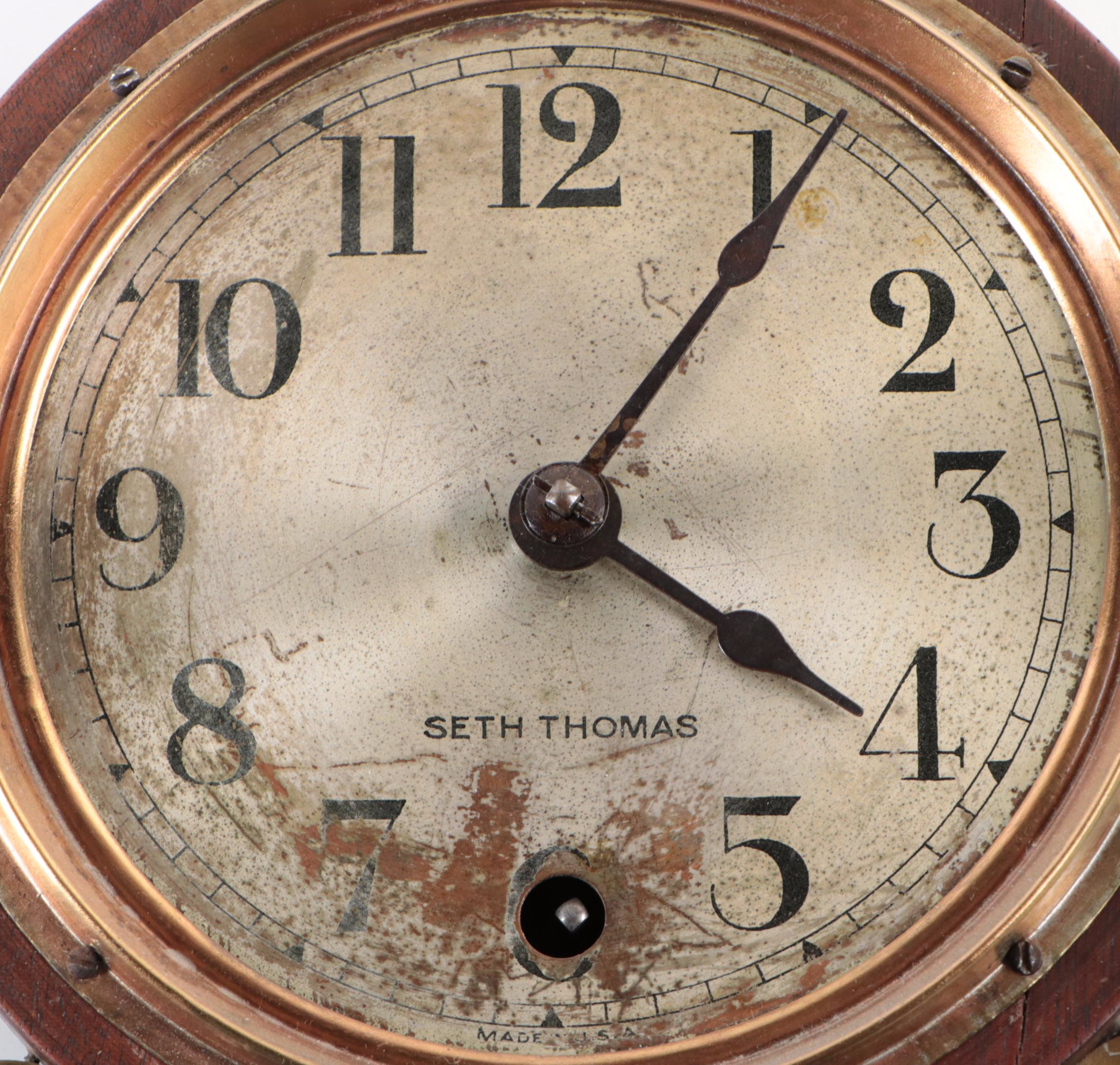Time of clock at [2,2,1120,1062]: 4:06
